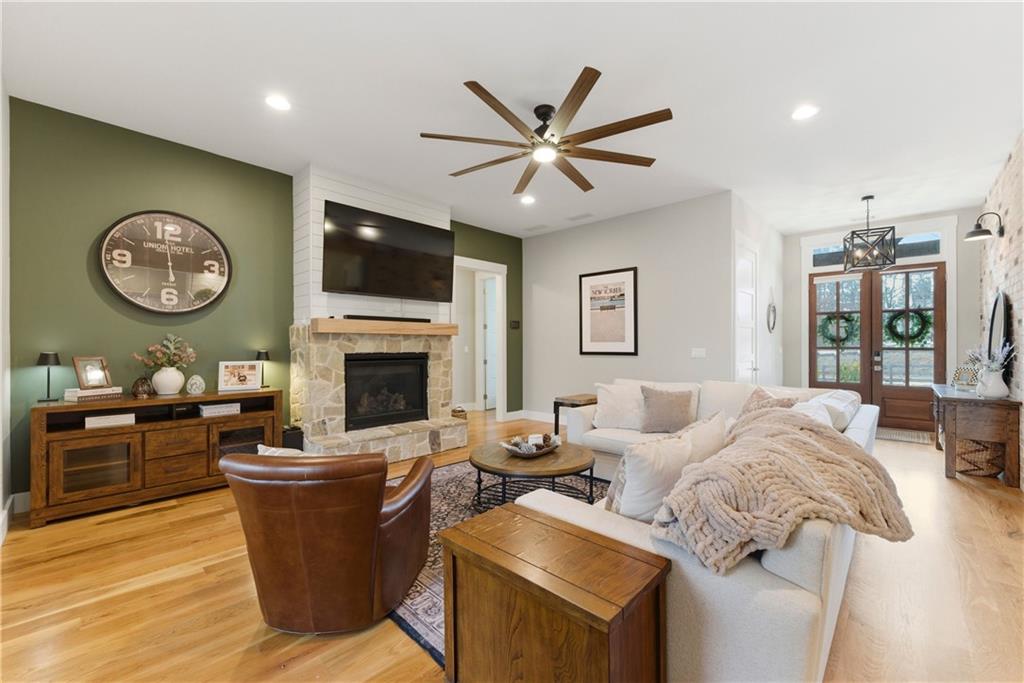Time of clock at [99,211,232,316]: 5:59
